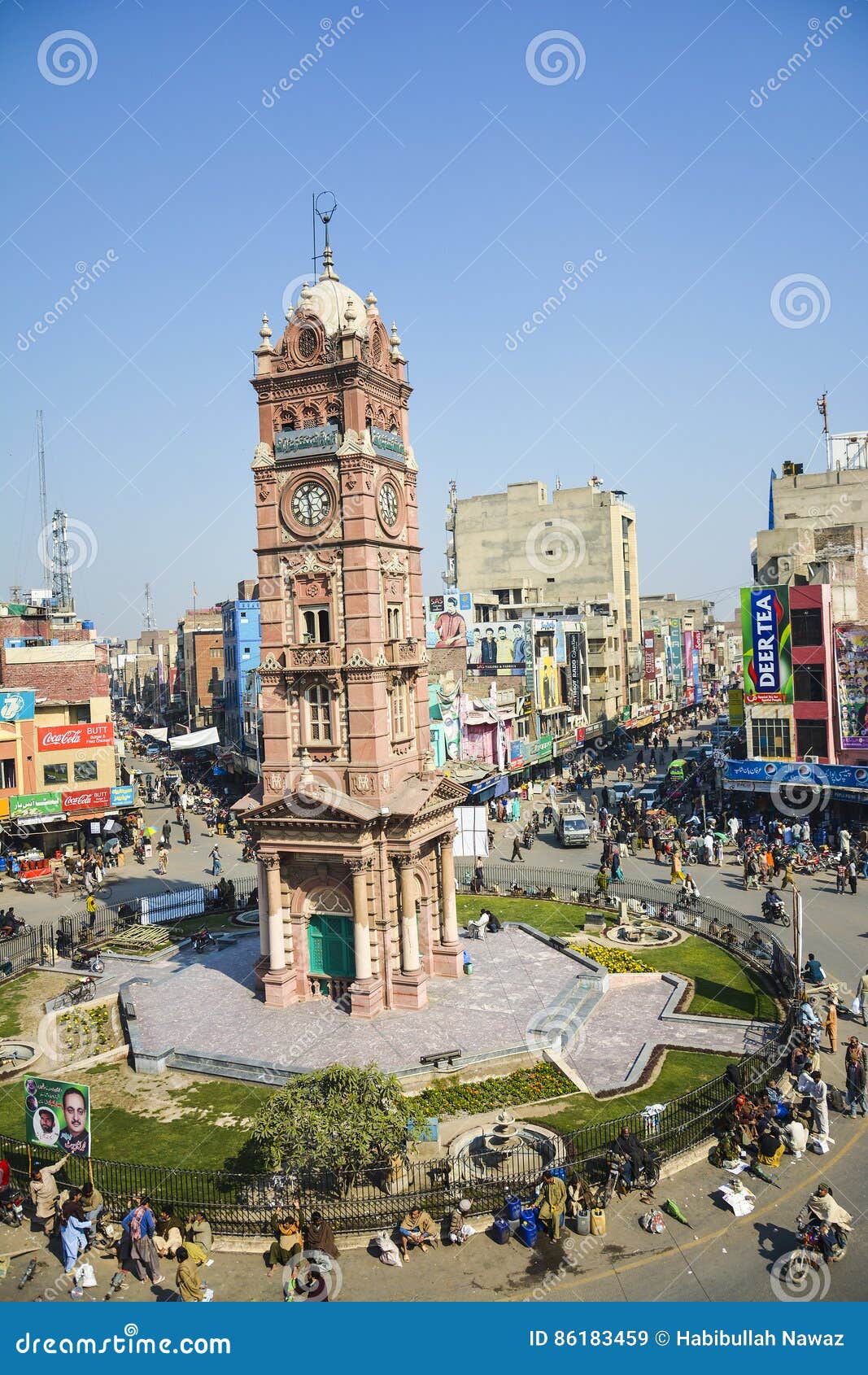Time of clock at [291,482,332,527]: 11:29
